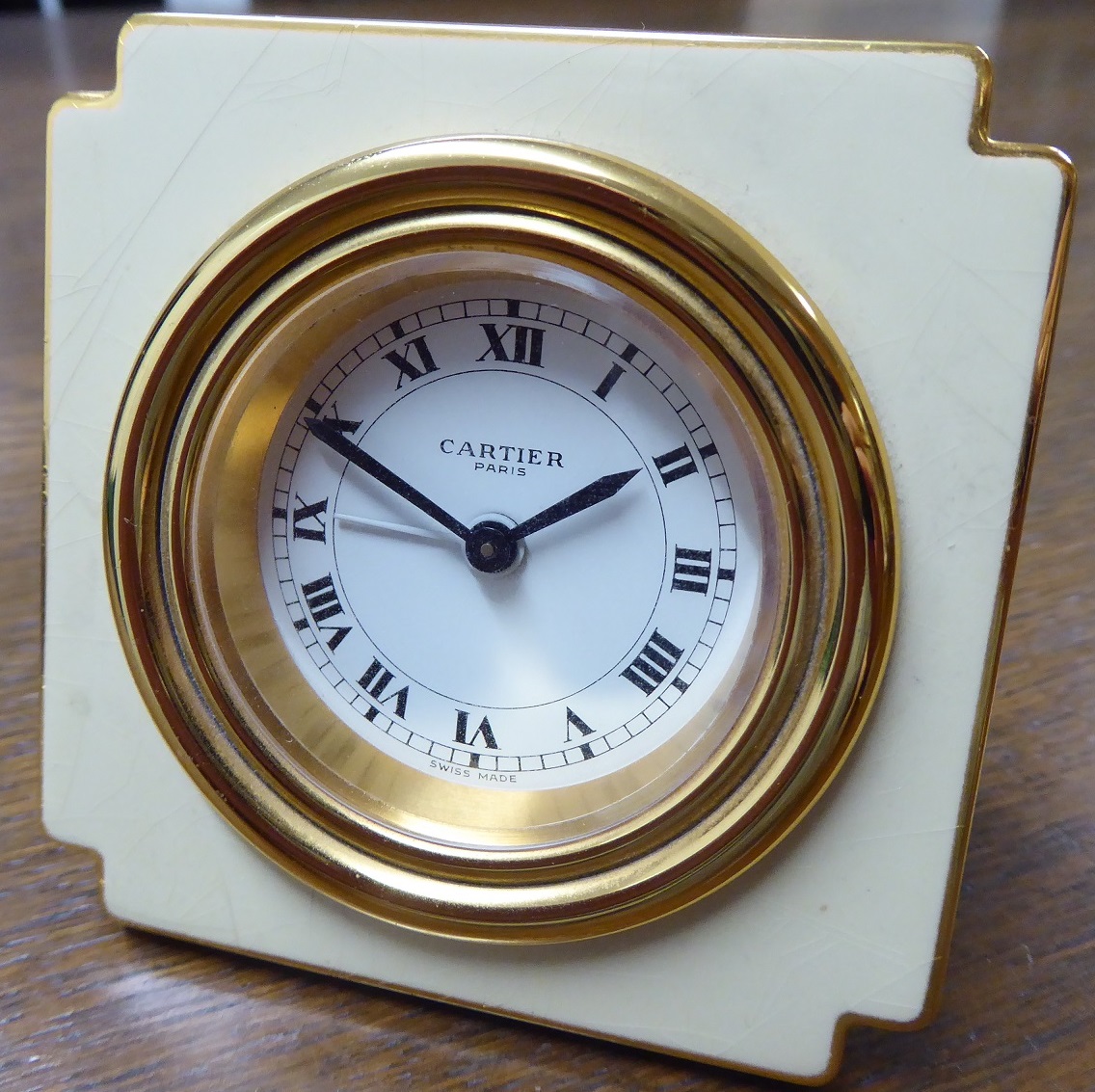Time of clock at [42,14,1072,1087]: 1:49
